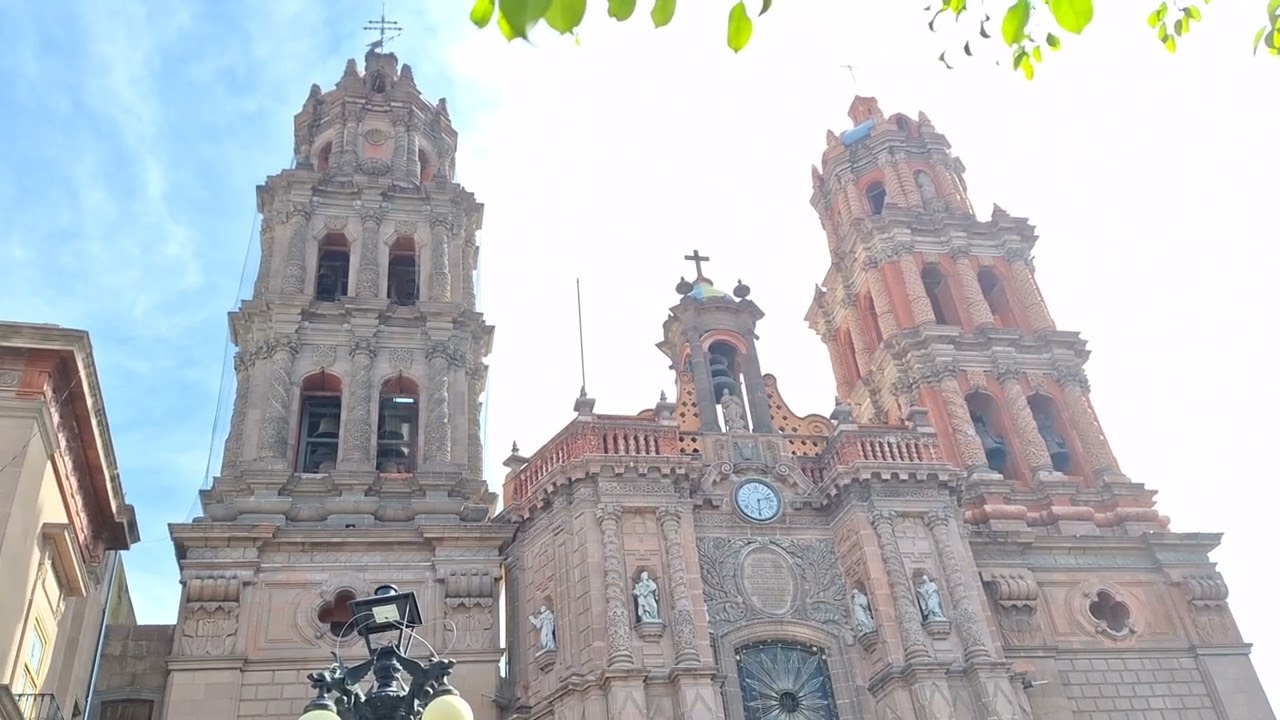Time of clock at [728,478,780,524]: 2:29
